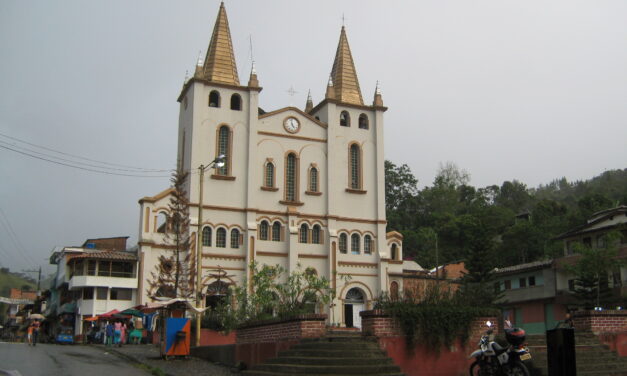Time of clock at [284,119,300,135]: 4:59
